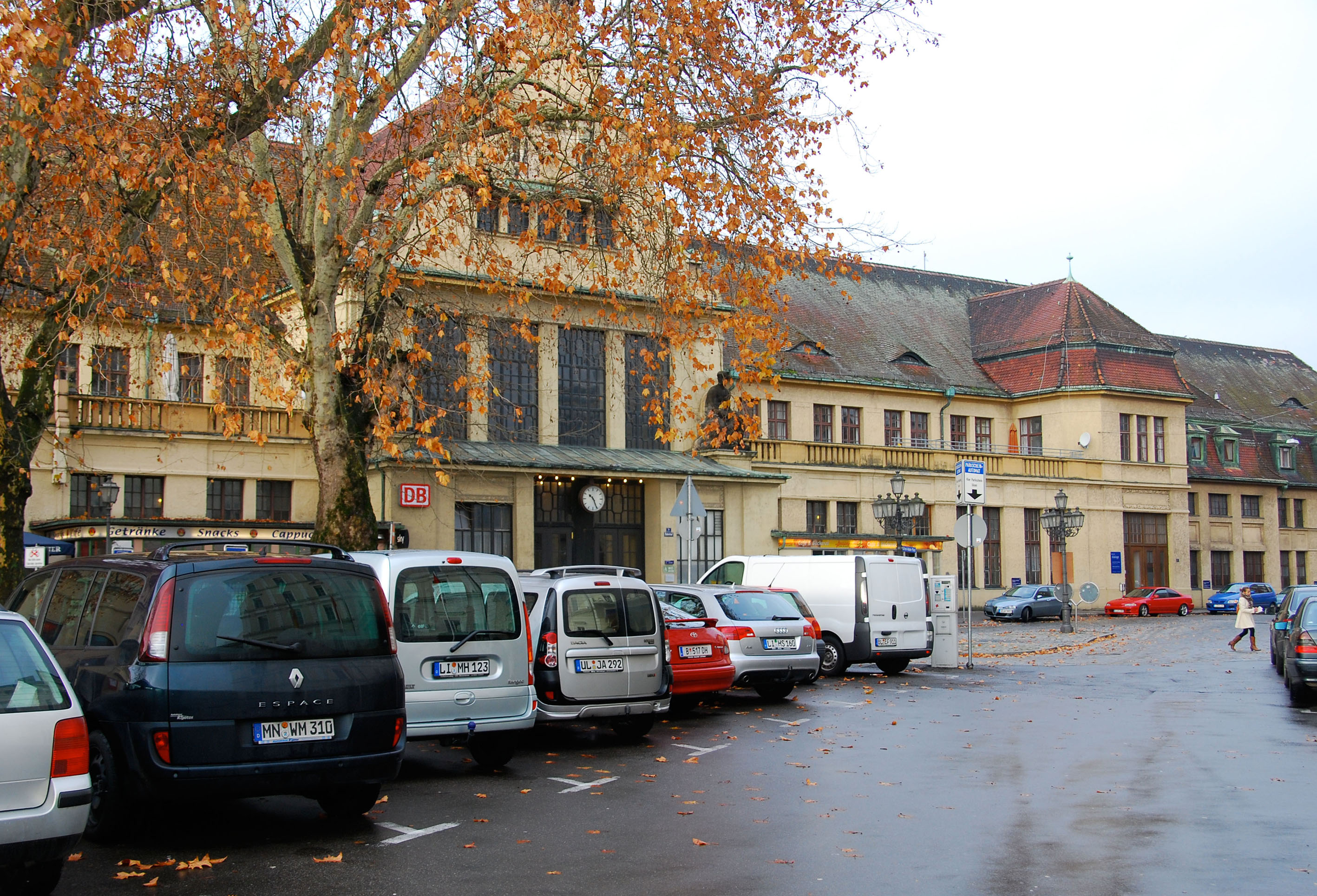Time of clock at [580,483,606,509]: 10:25
